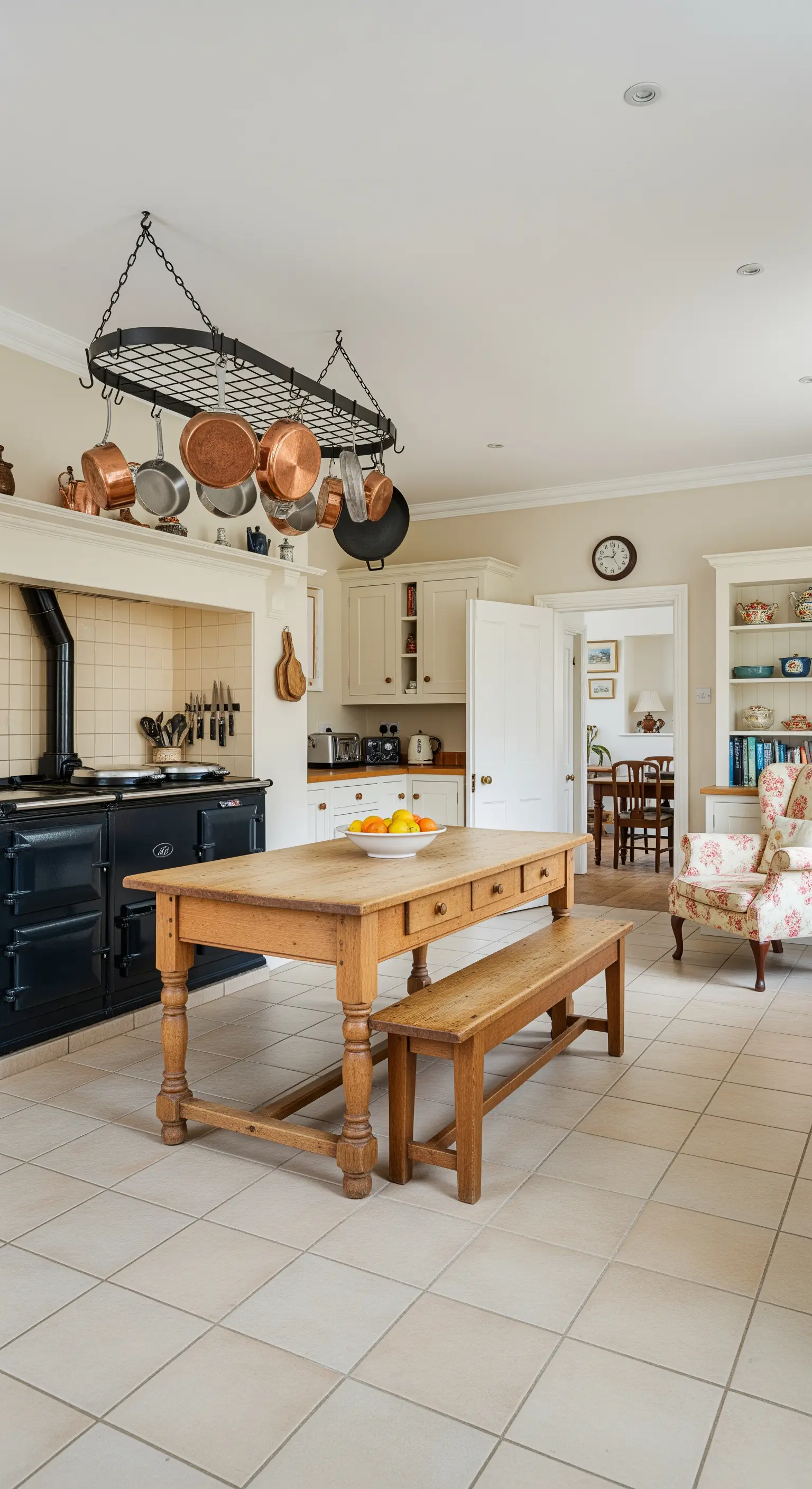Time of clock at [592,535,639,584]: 12:46
